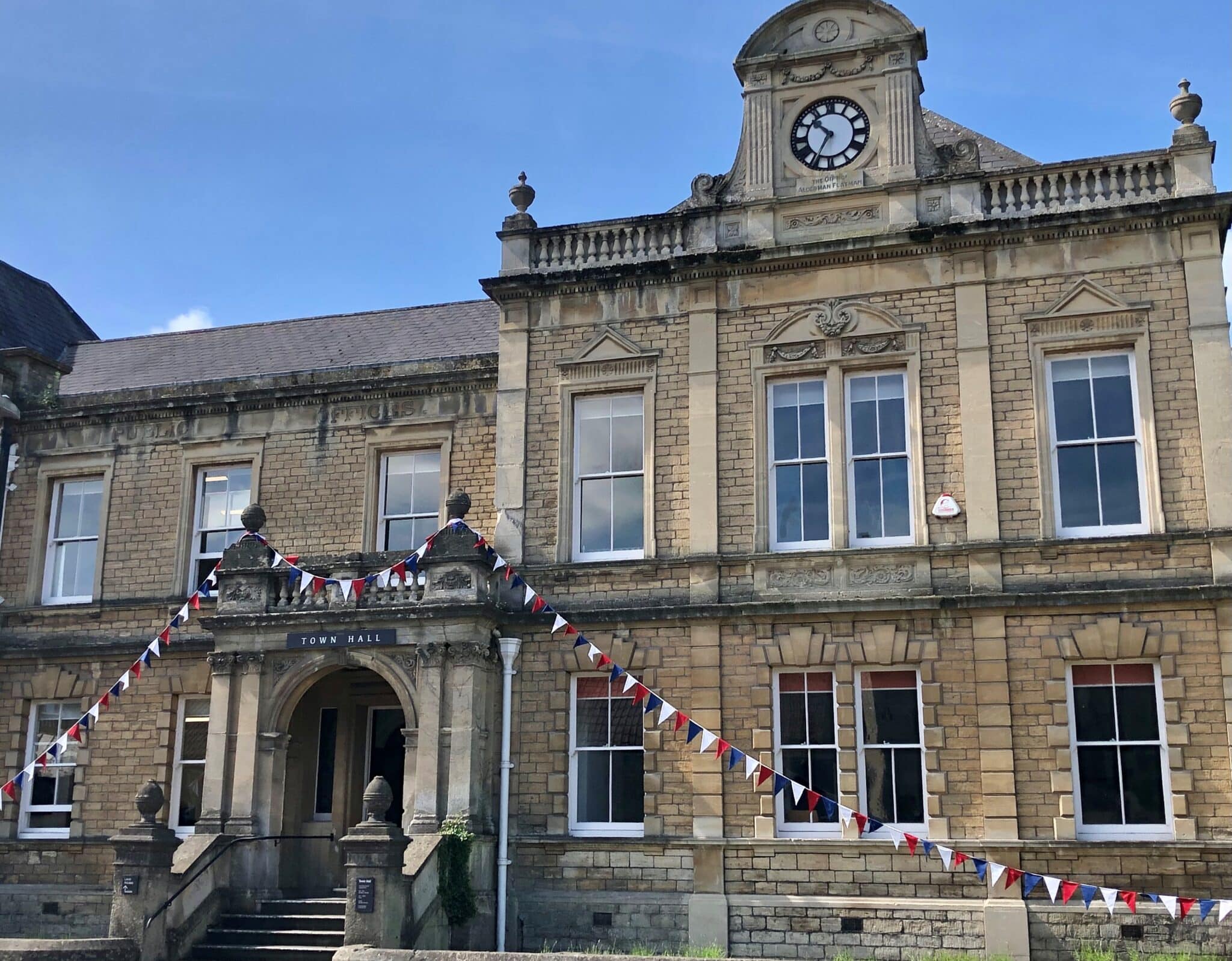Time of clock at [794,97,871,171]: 10:34
